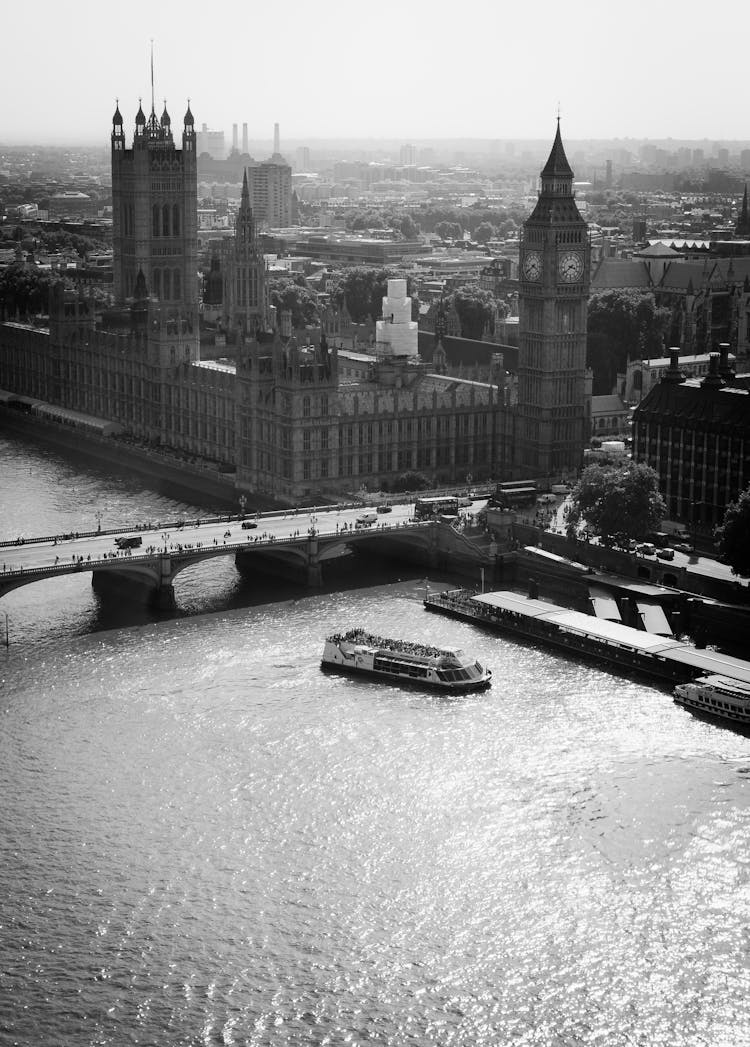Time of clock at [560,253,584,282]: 3:38
